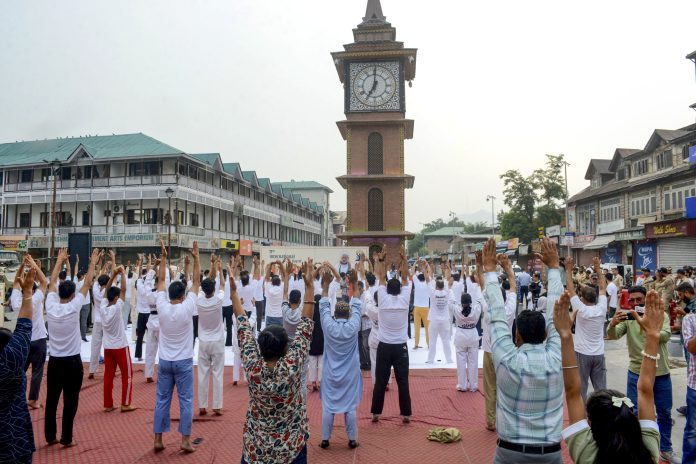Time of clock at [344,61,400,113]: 7:00
